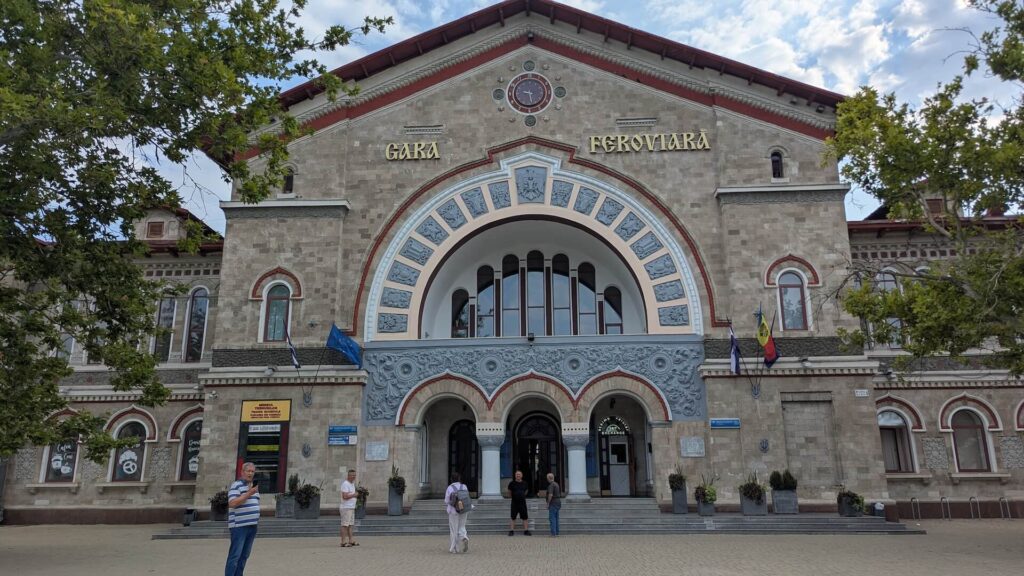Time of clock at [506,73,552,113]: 9:28
